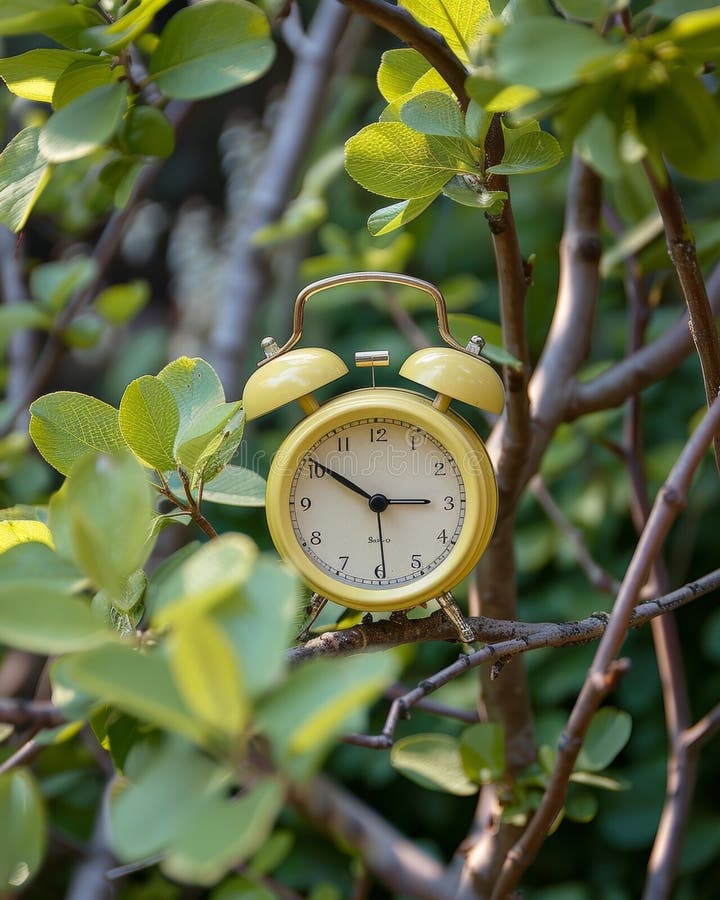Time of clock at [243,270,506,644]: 10:15
